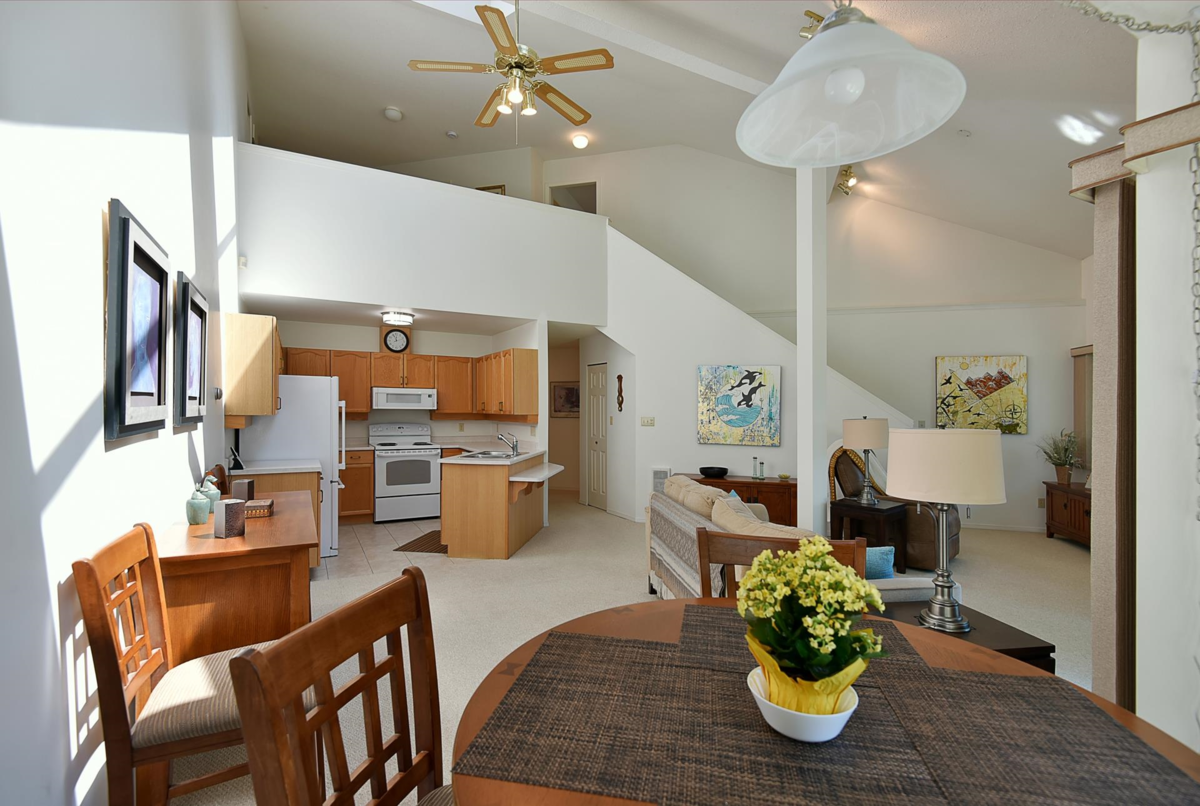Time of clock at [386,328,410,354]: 11:11
